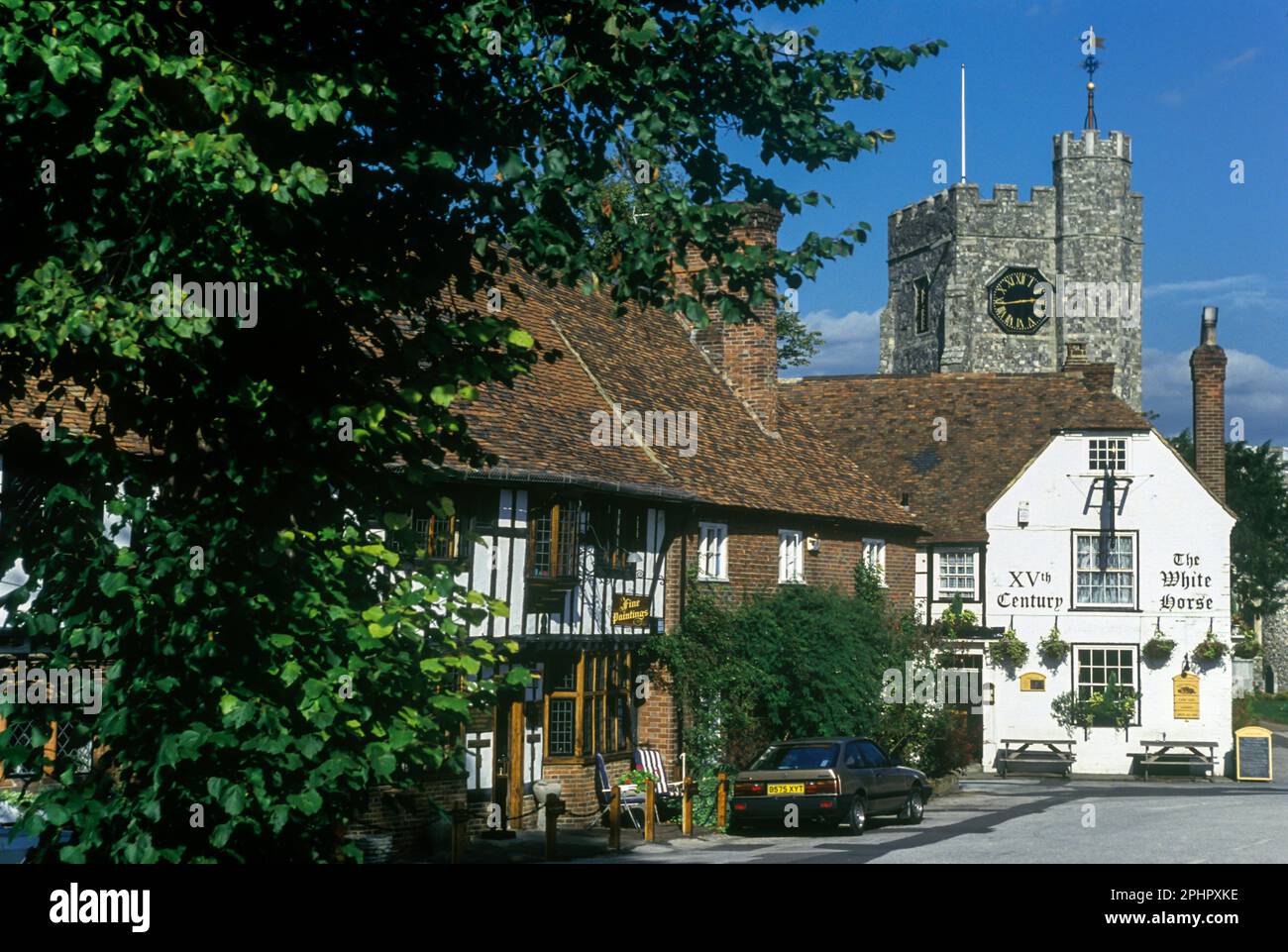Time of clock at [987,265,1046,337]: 2:43
